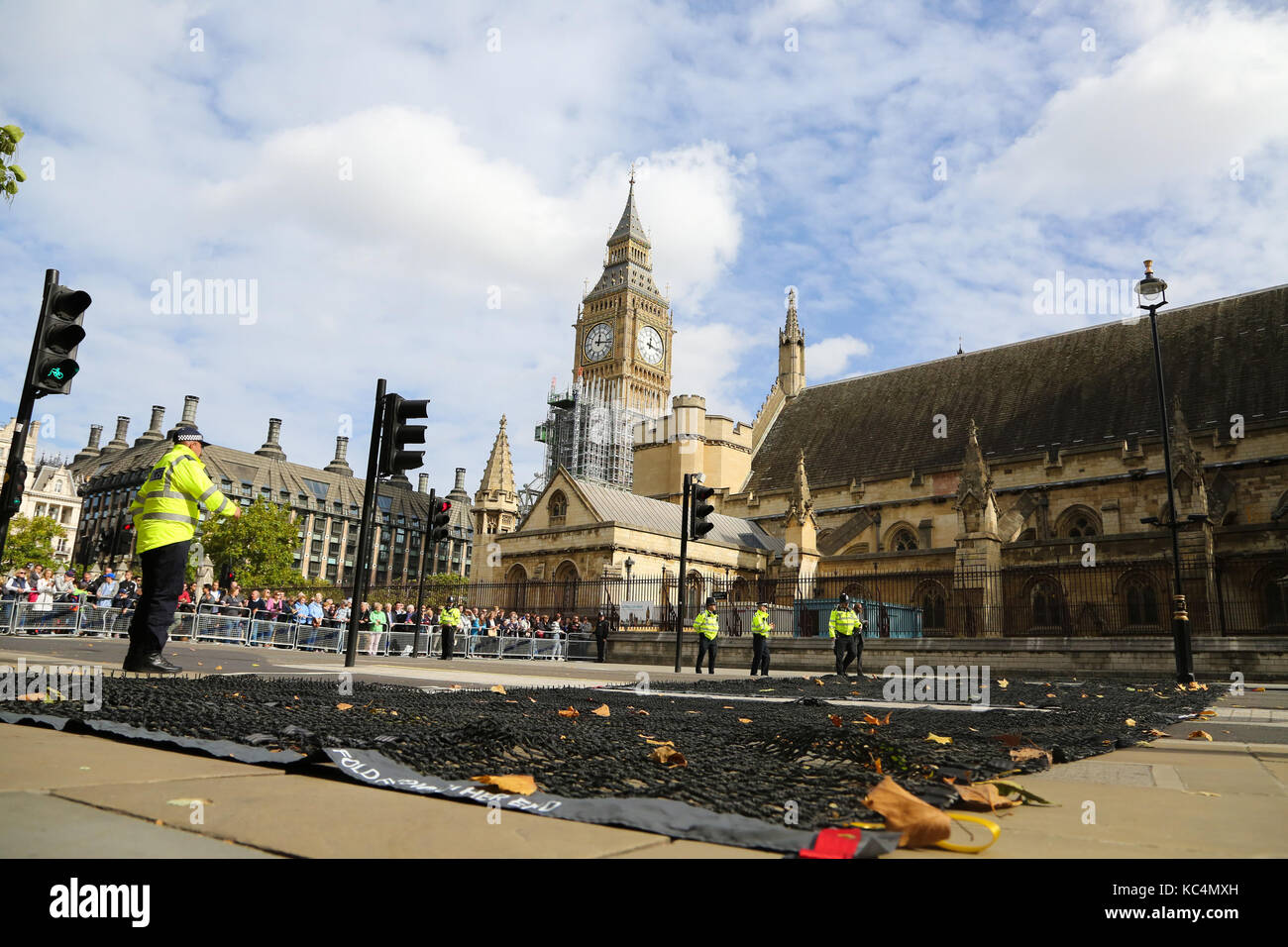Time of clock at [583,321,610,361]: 12:16
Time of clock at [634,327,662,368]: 12:16
